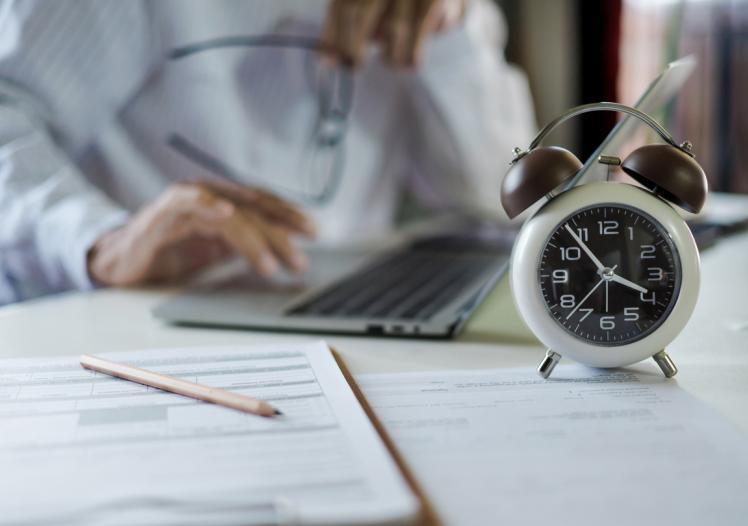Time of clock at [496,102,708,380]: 3:53
